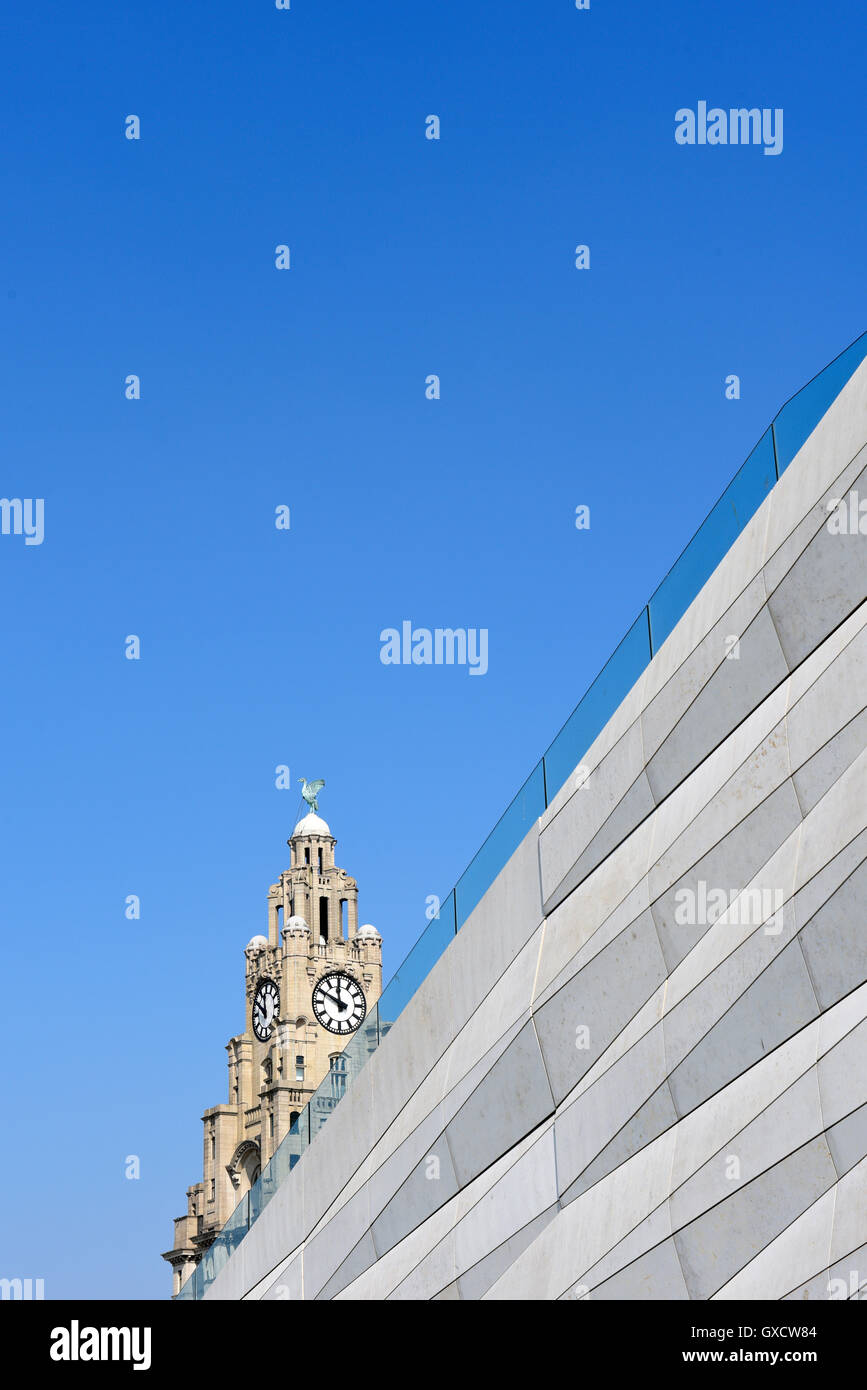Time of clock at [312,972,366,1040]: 11:49
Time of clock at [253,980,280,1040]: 11:50
